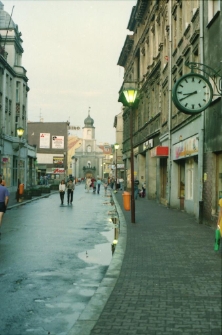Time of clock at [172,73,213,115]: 8:40
